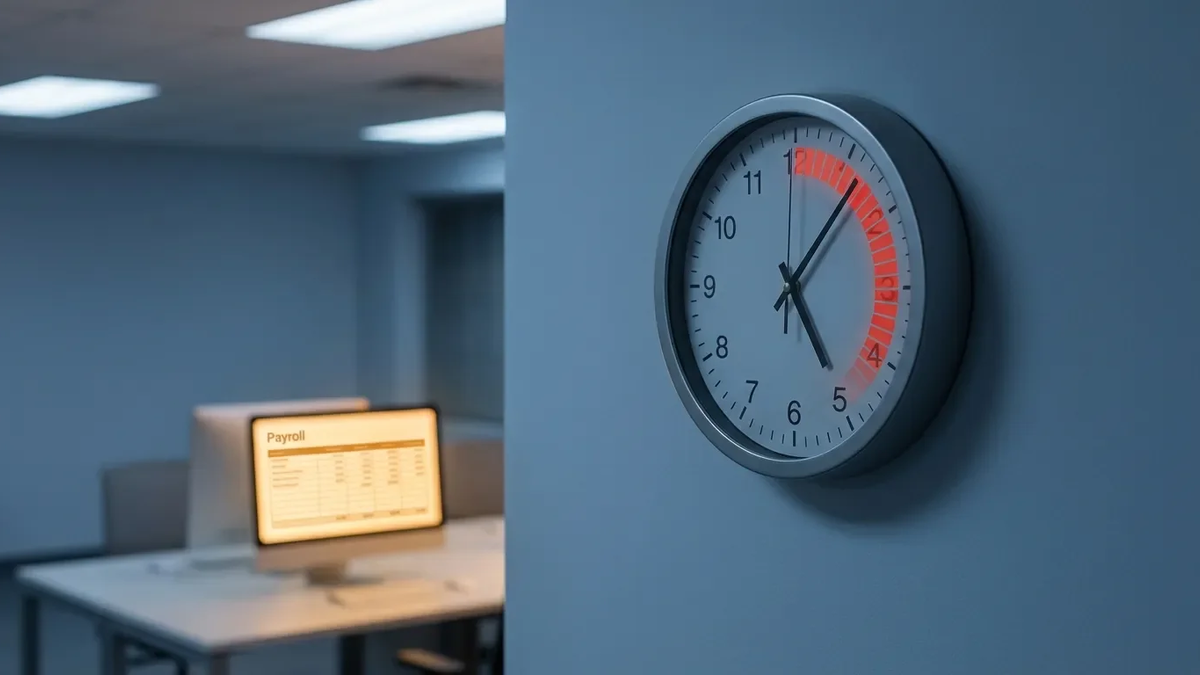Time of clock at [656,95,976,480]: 5:06
